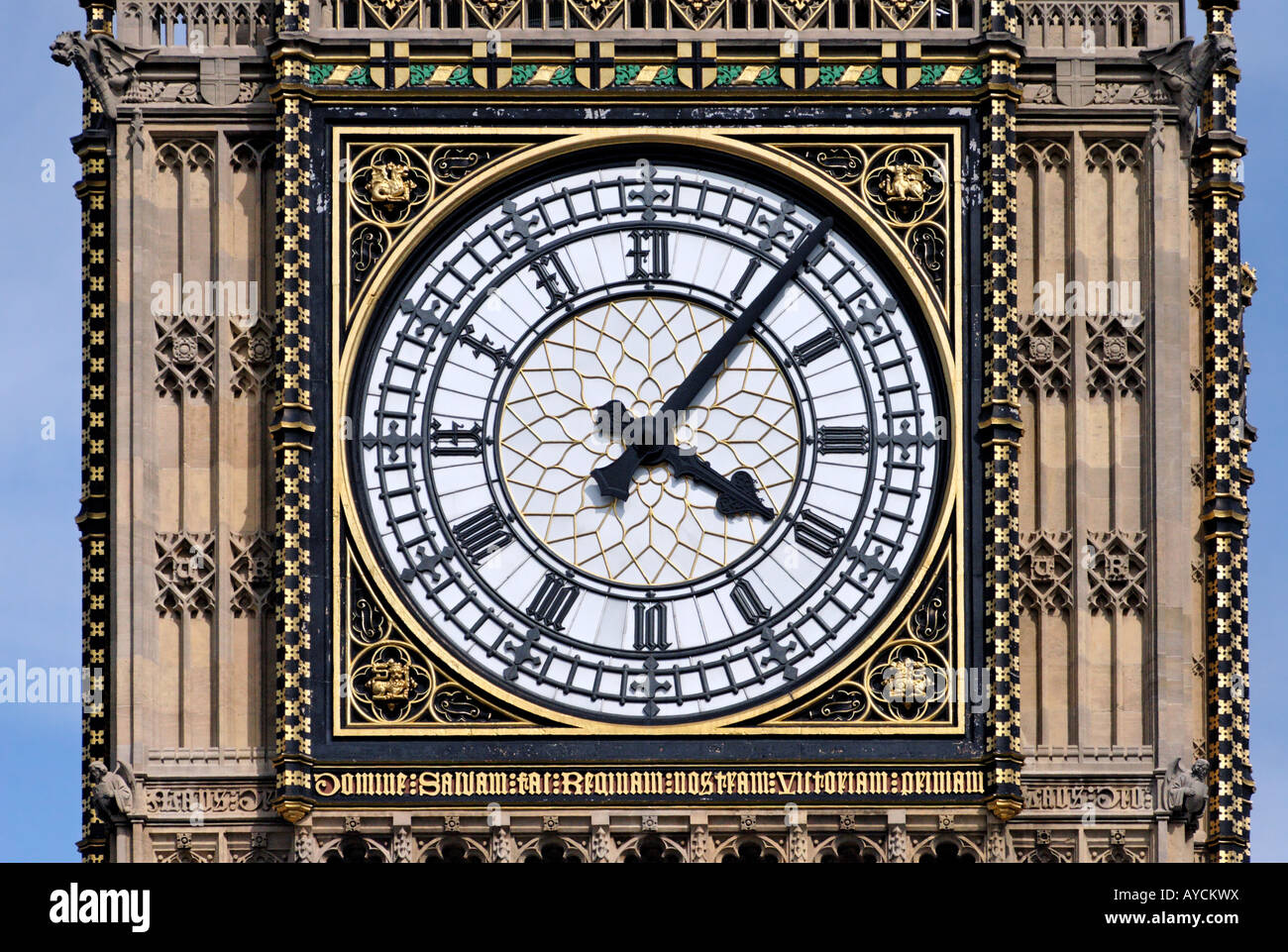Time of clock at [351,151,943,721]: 4:06
